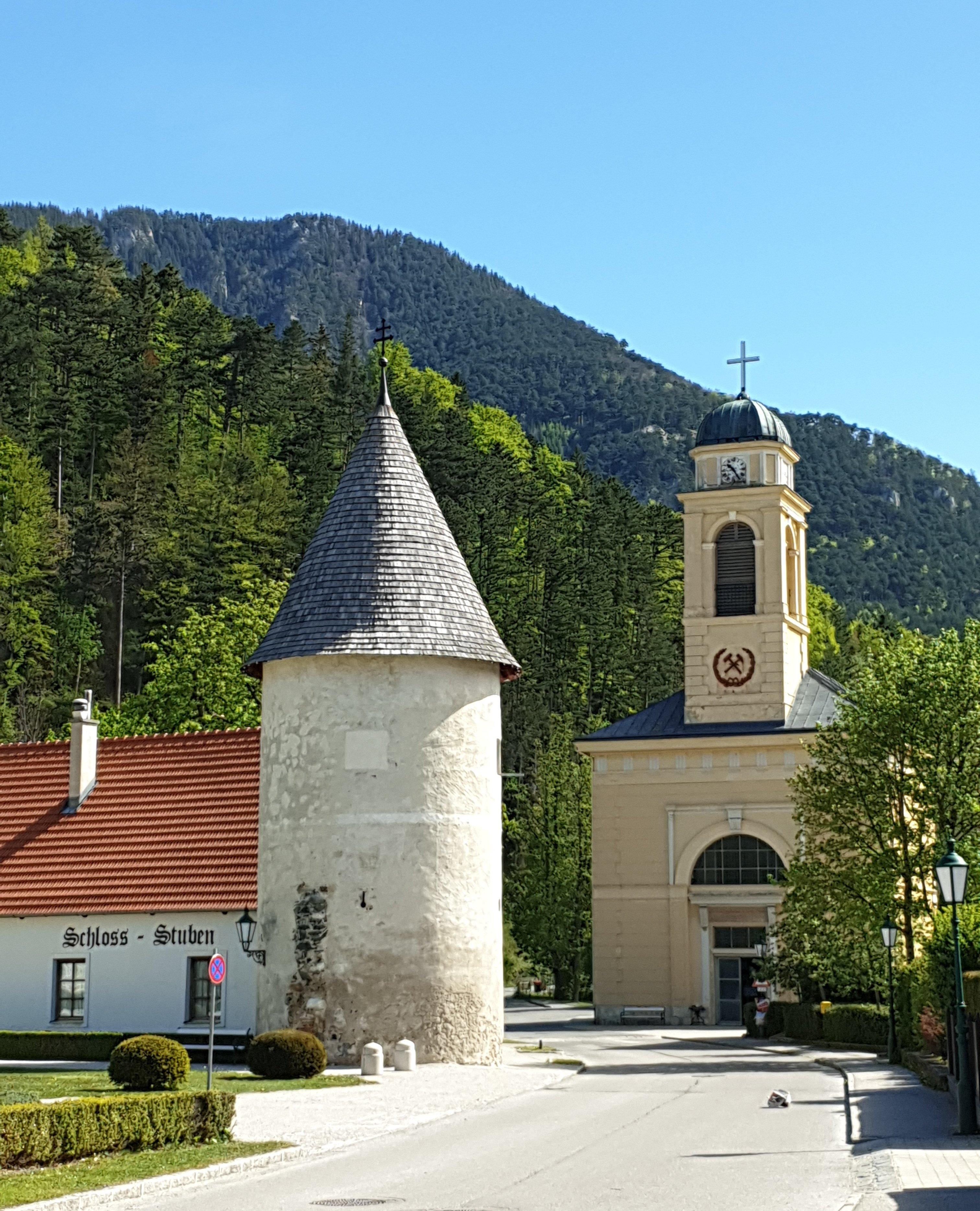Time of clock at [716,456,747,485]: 10:24
